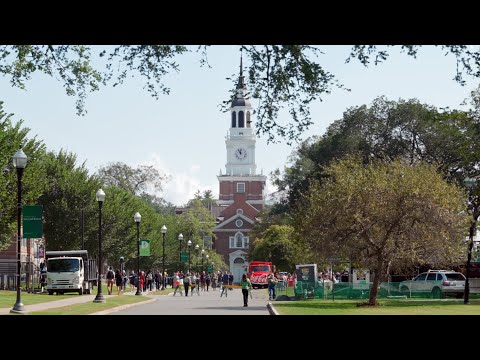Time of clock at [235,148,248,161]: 11:55
